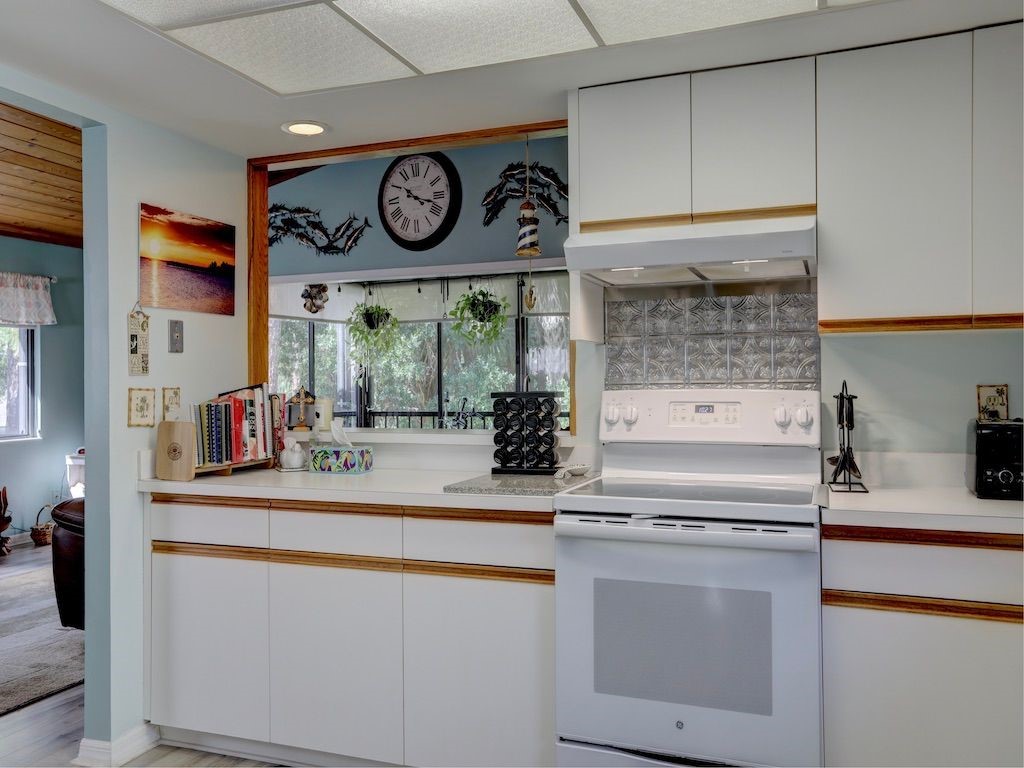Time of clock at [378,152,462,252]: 10:17
